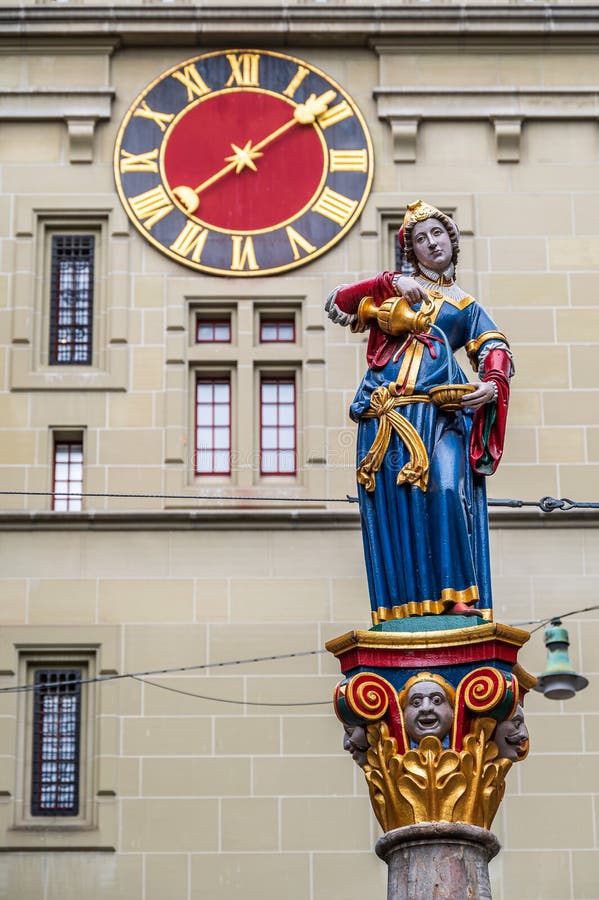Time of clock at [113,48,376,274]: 1:38
